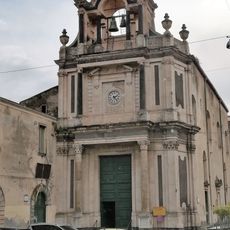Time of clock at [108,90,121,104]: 2:23
